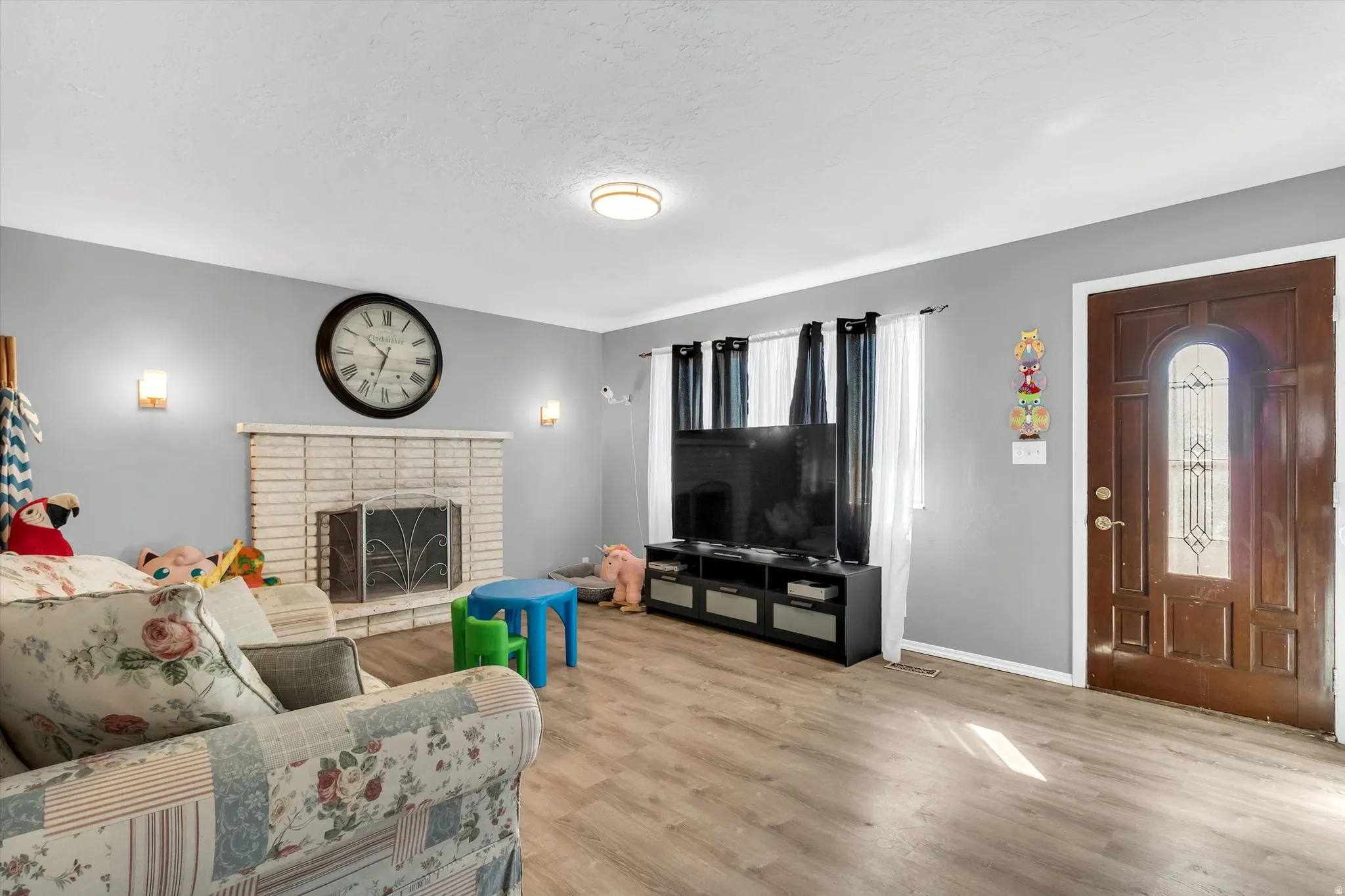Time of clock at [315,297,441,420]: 10:33
